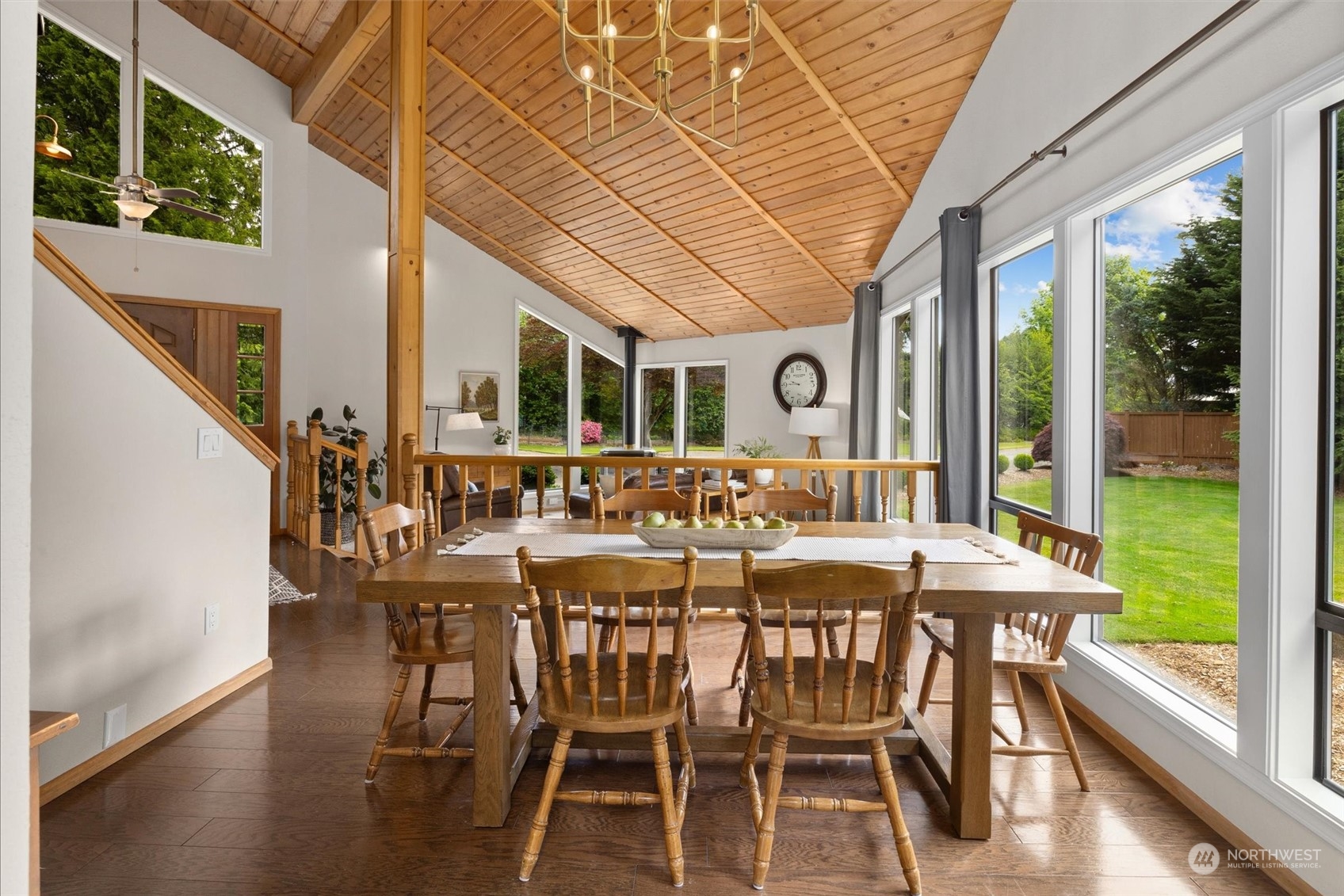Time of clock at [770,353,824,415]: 9:45
